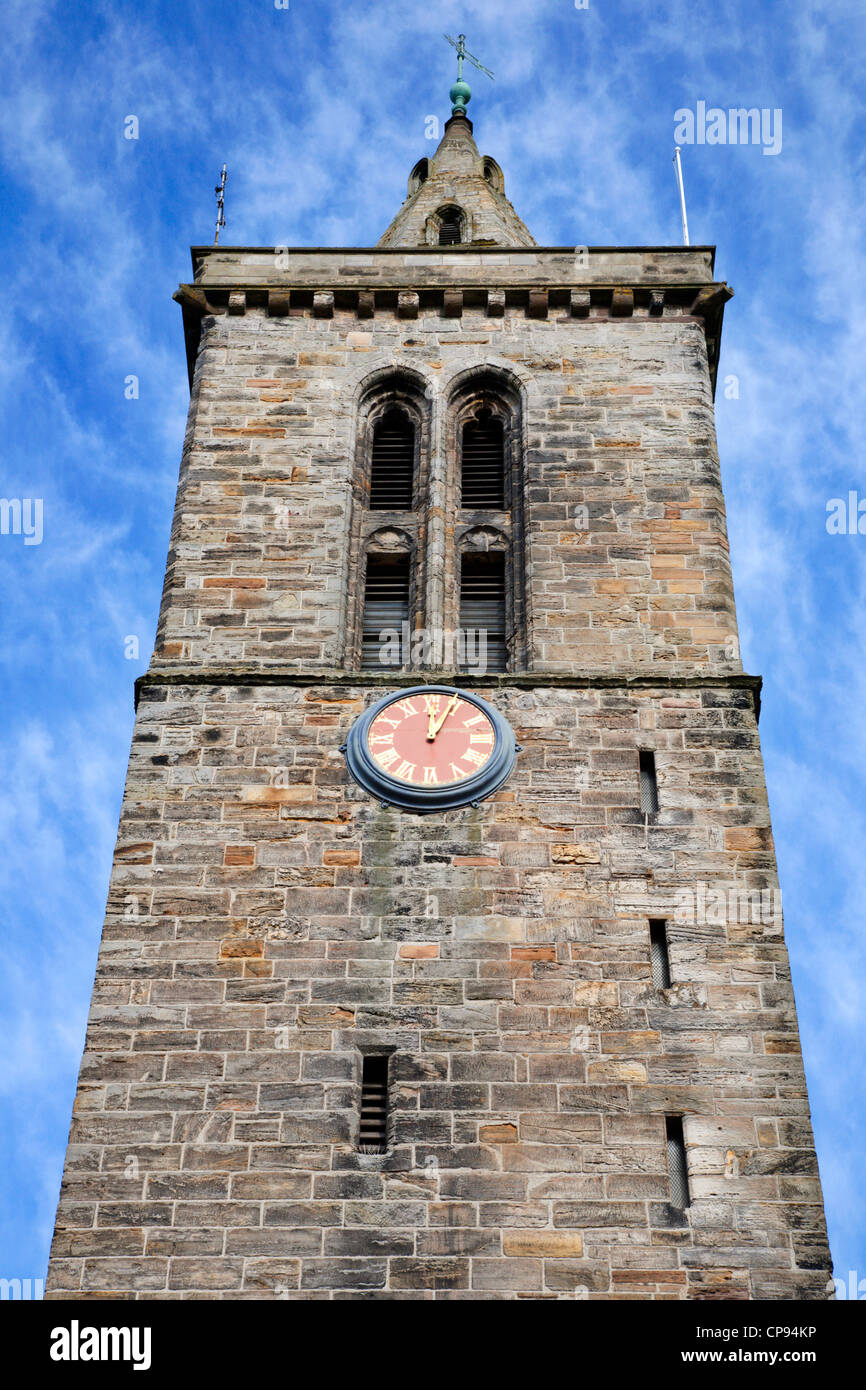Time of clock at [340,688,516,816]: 12:04
